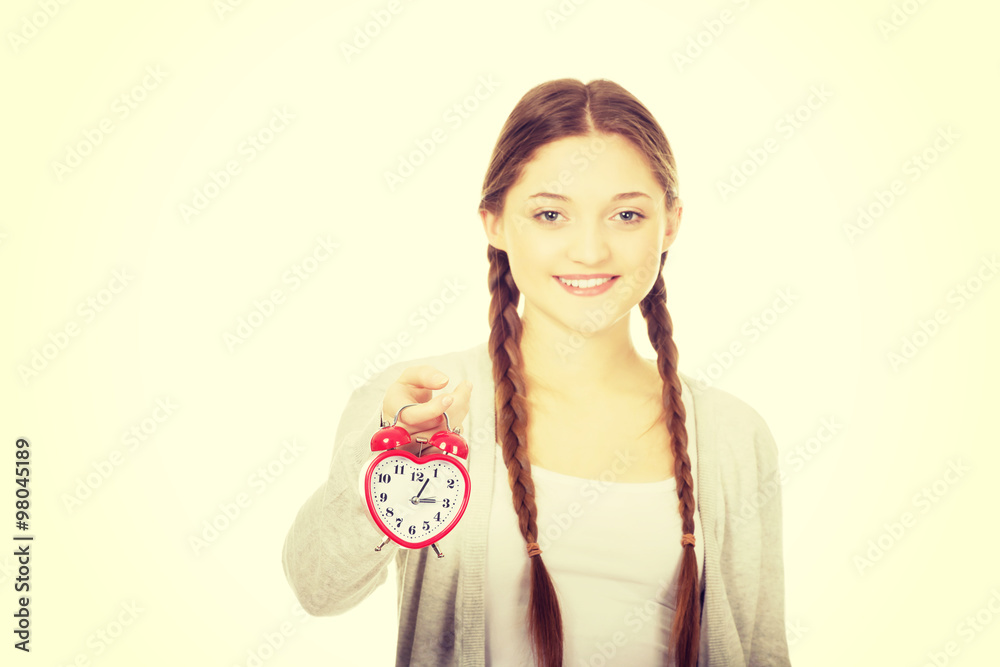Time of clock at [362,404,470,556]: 3:04
